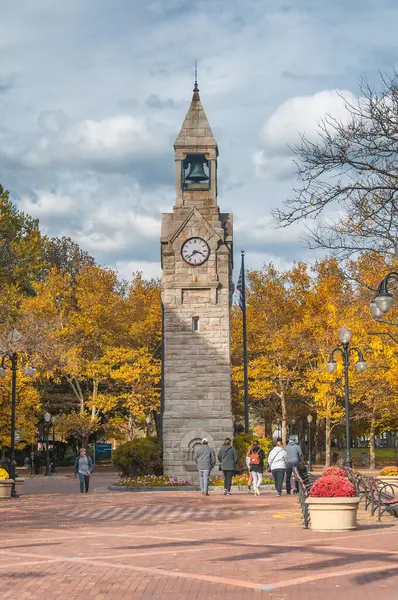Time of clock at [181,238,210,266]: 3:38
